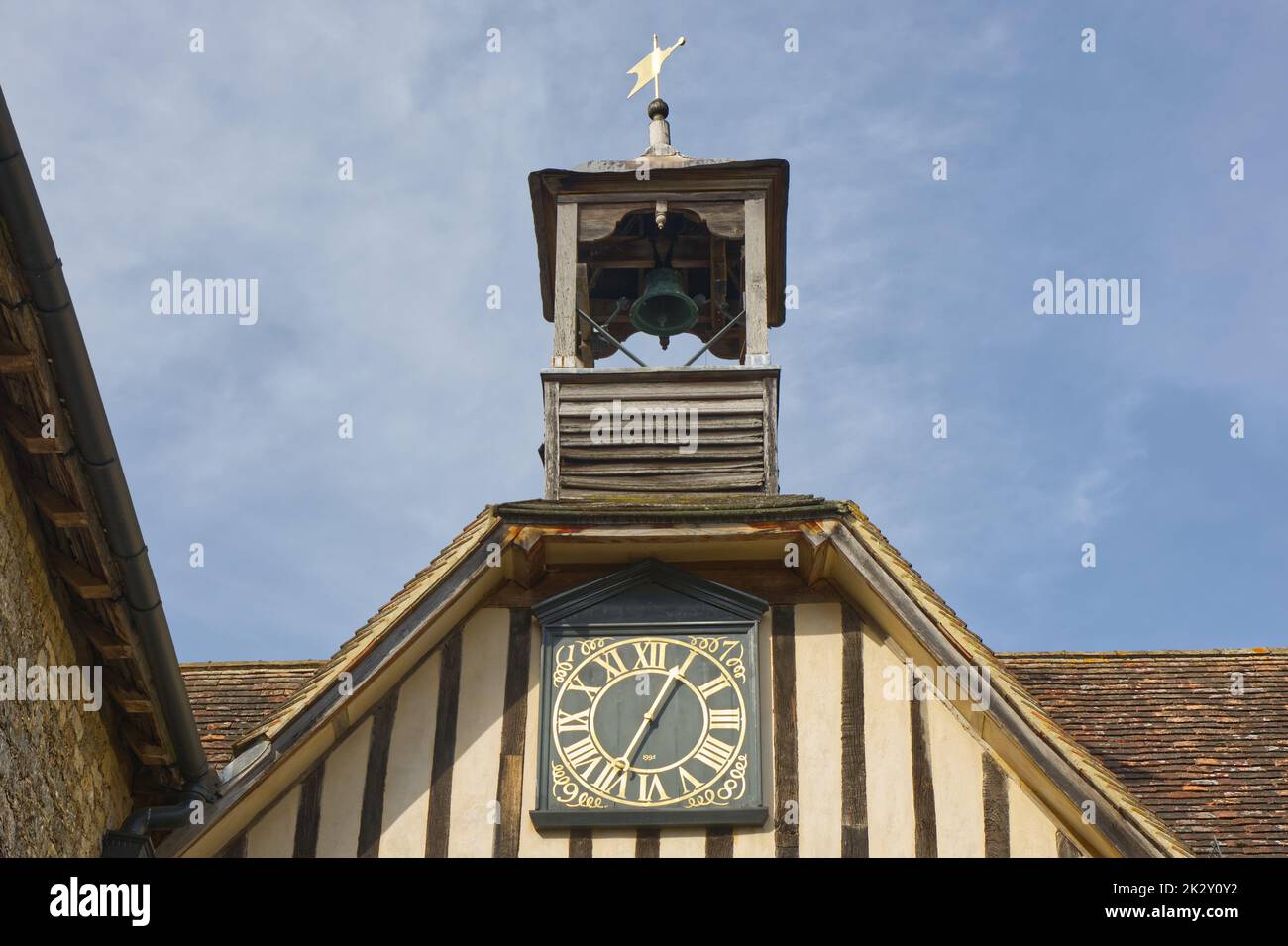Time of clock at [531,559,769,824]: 7:05
